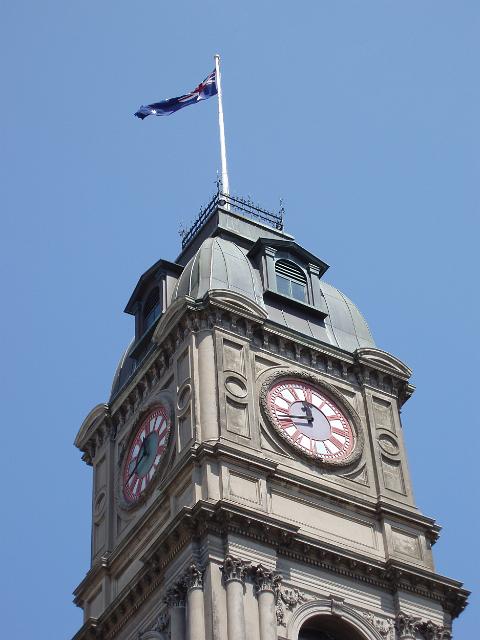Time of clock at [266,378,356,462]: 11:42
